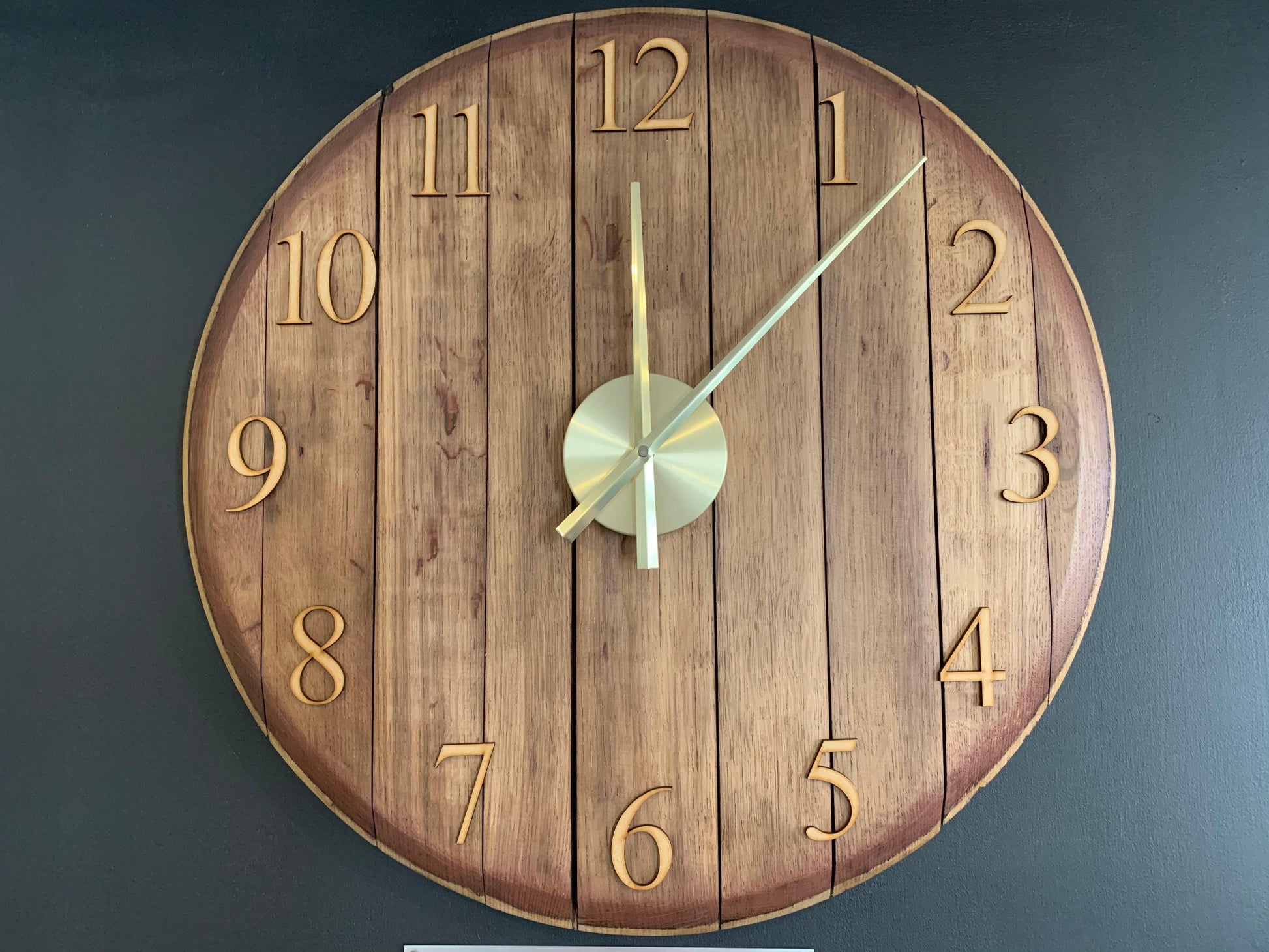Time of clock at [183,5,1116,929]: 12:07
